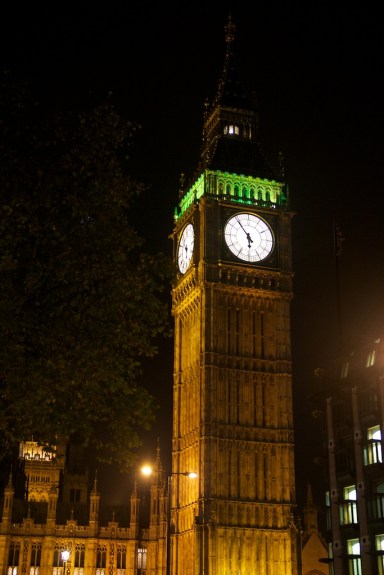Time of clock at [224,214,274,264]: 5:53
